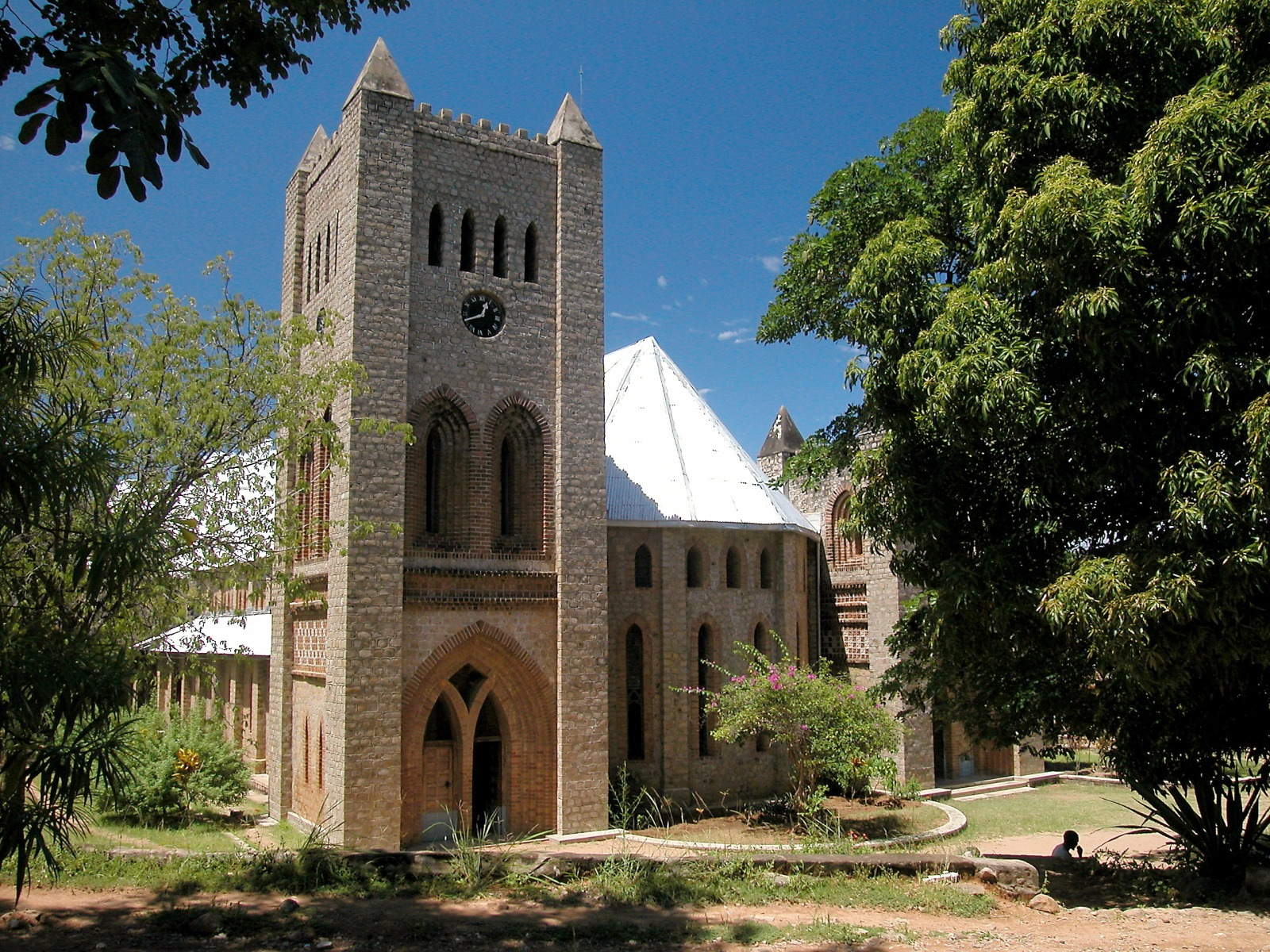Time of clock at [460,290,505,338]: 12:41
